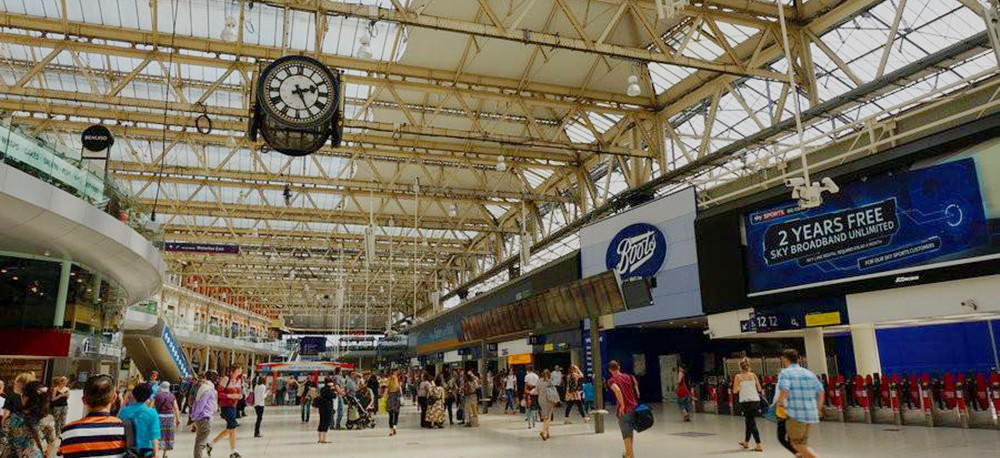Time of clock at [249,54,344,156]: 2:25
